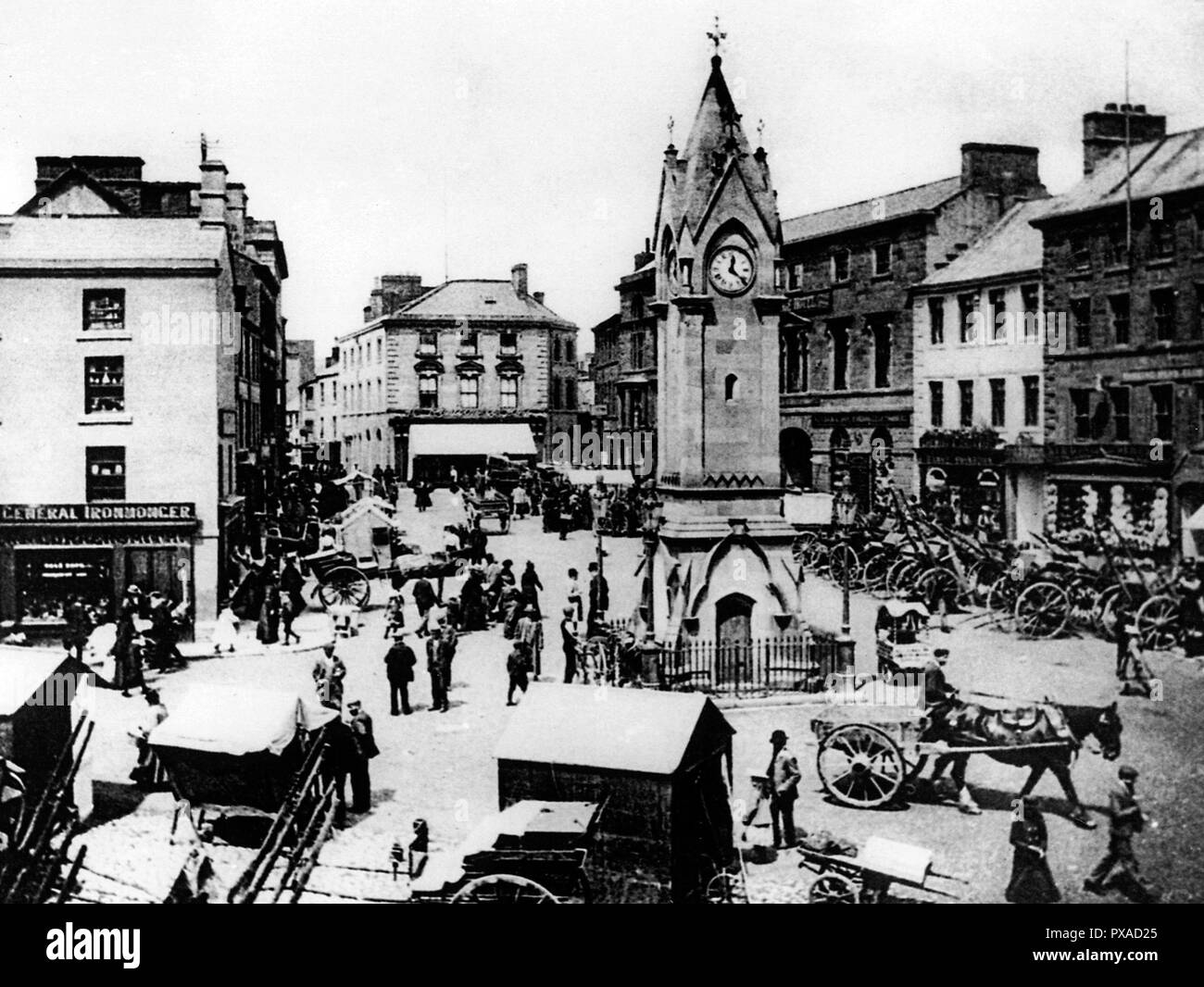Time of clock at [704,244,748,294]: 12:21
